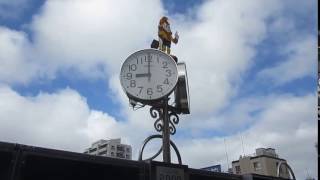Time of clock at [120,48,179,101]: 9:00
